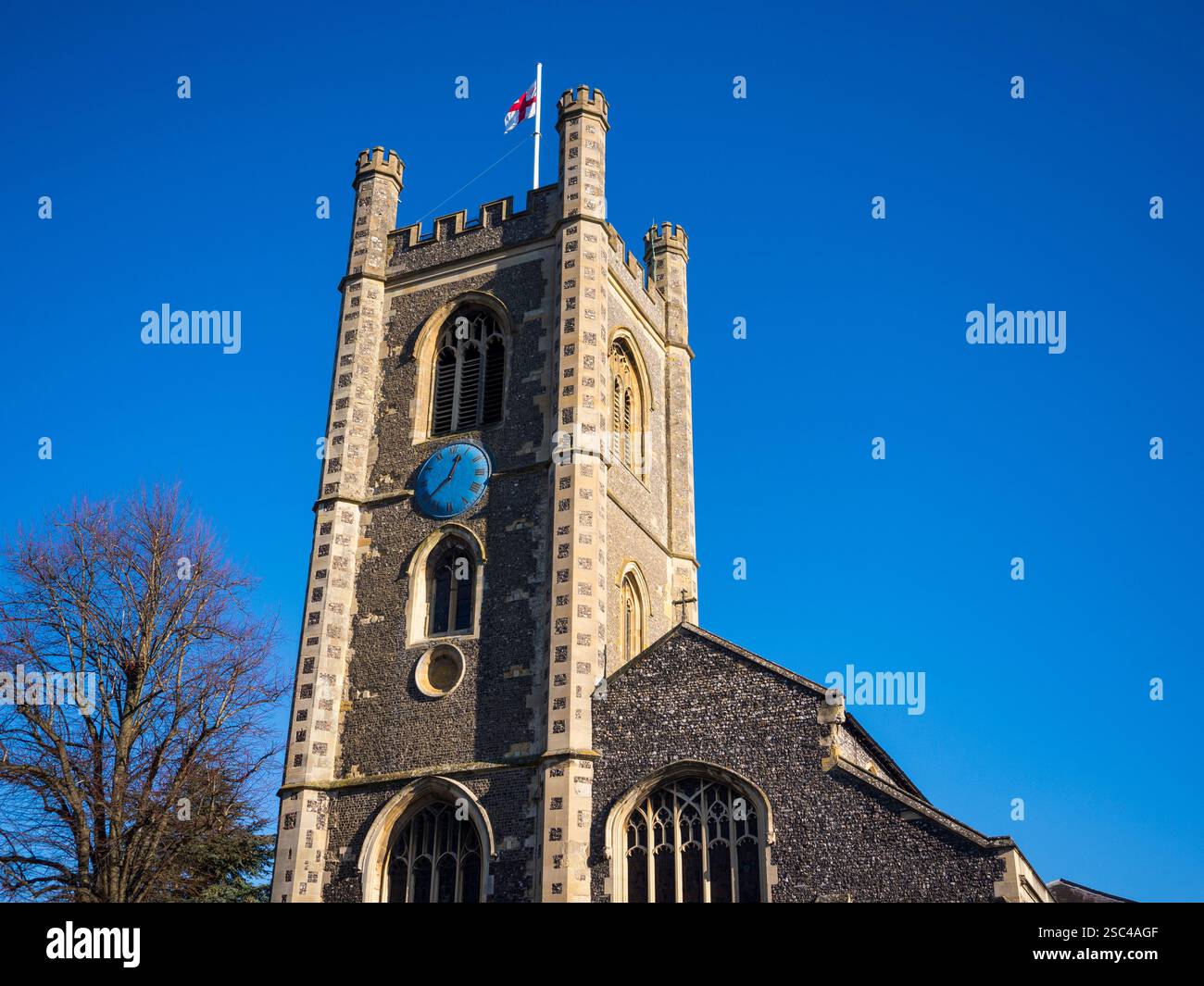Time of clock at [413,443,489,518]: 12:38
